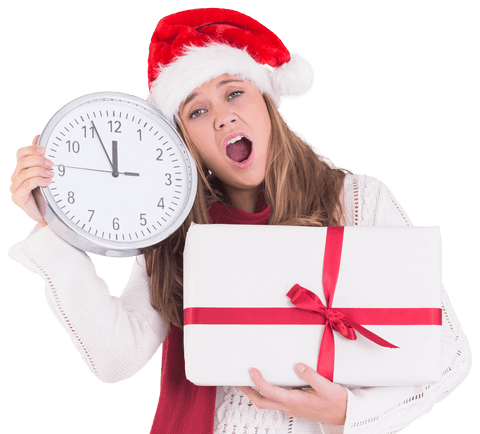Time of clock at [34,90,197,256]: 11:55
